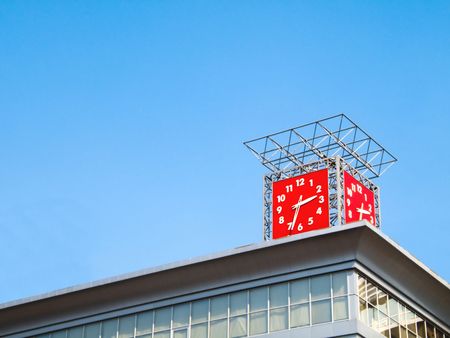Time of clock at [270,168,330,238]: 2:33
